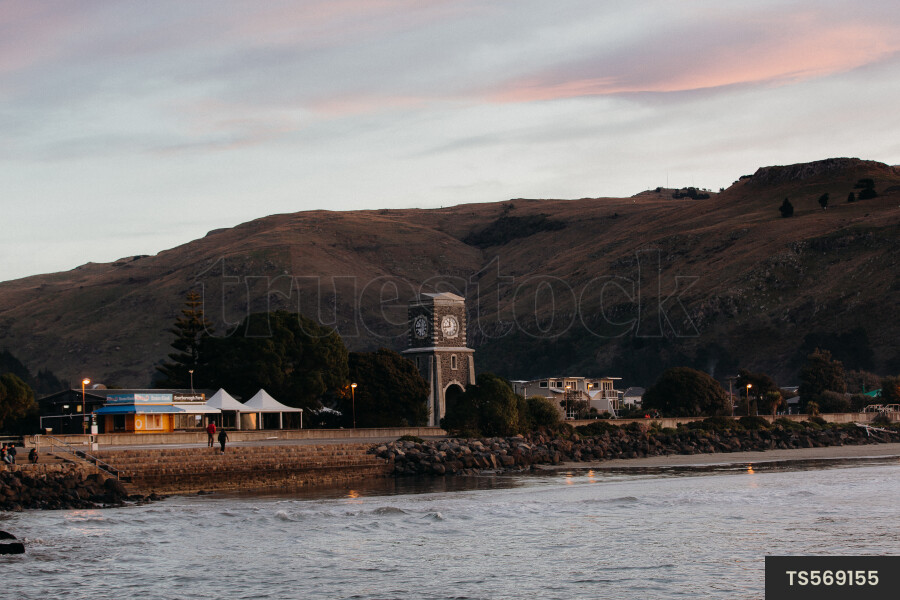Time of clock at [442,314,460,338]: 11:43
